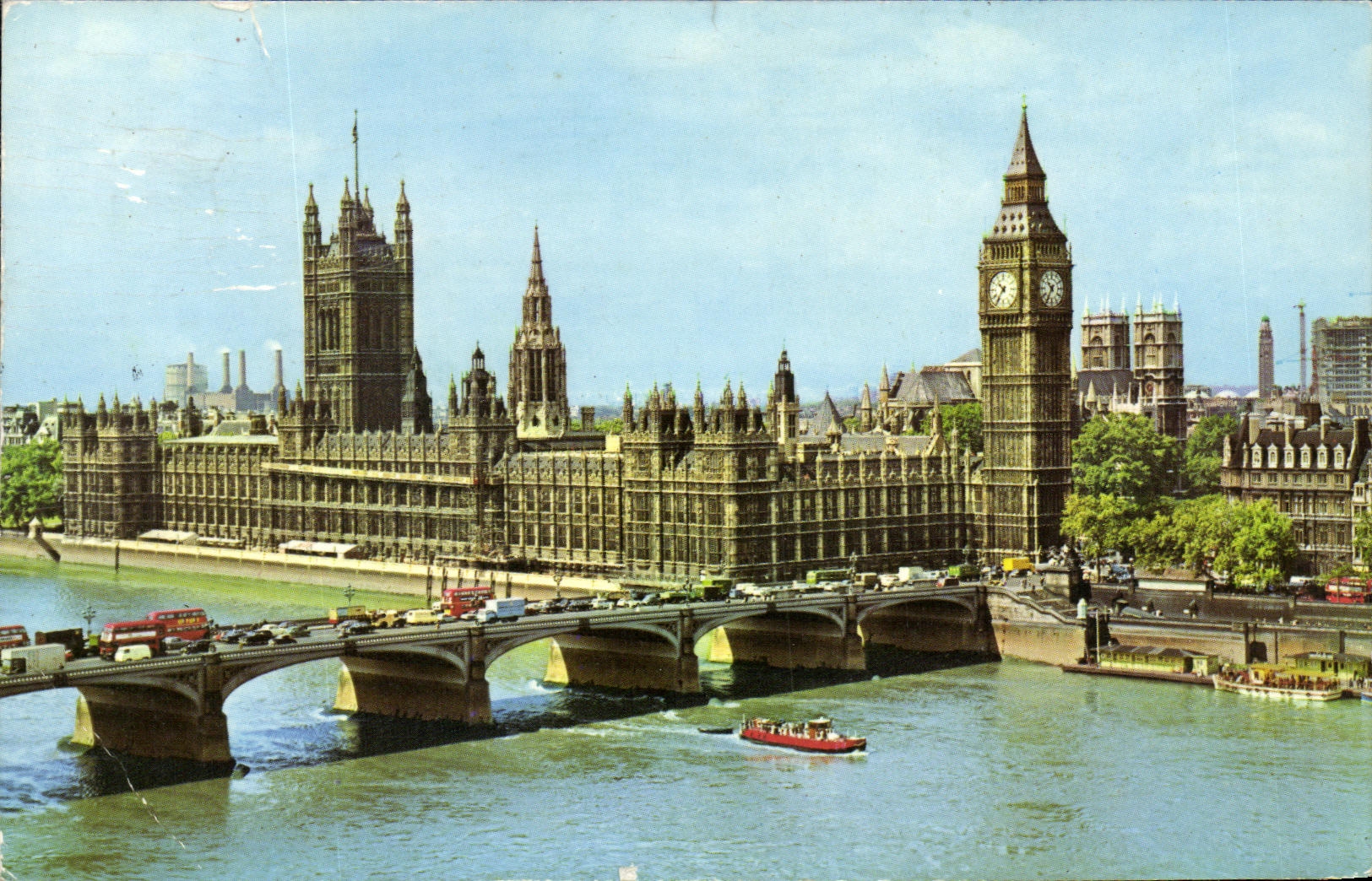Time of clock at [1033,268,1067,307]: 10:35
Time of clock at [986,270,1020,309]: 10:36
